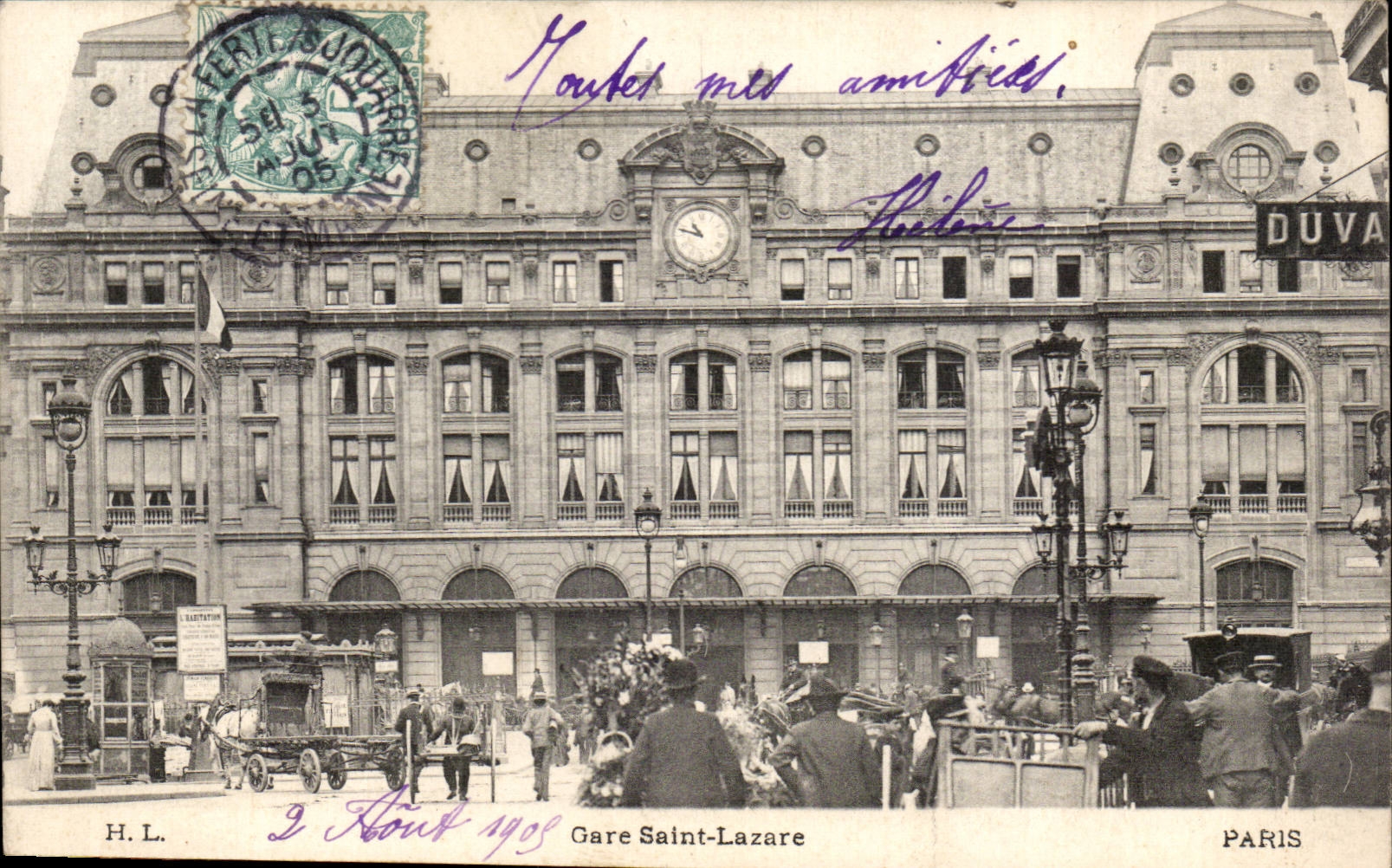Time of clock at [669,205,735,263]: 10:47
